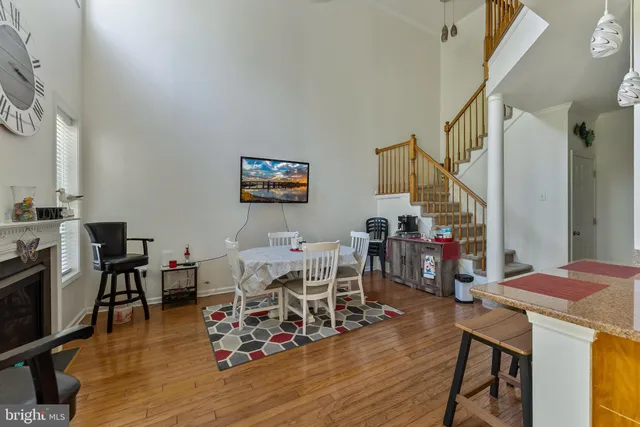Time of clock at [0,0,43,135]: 3:15
